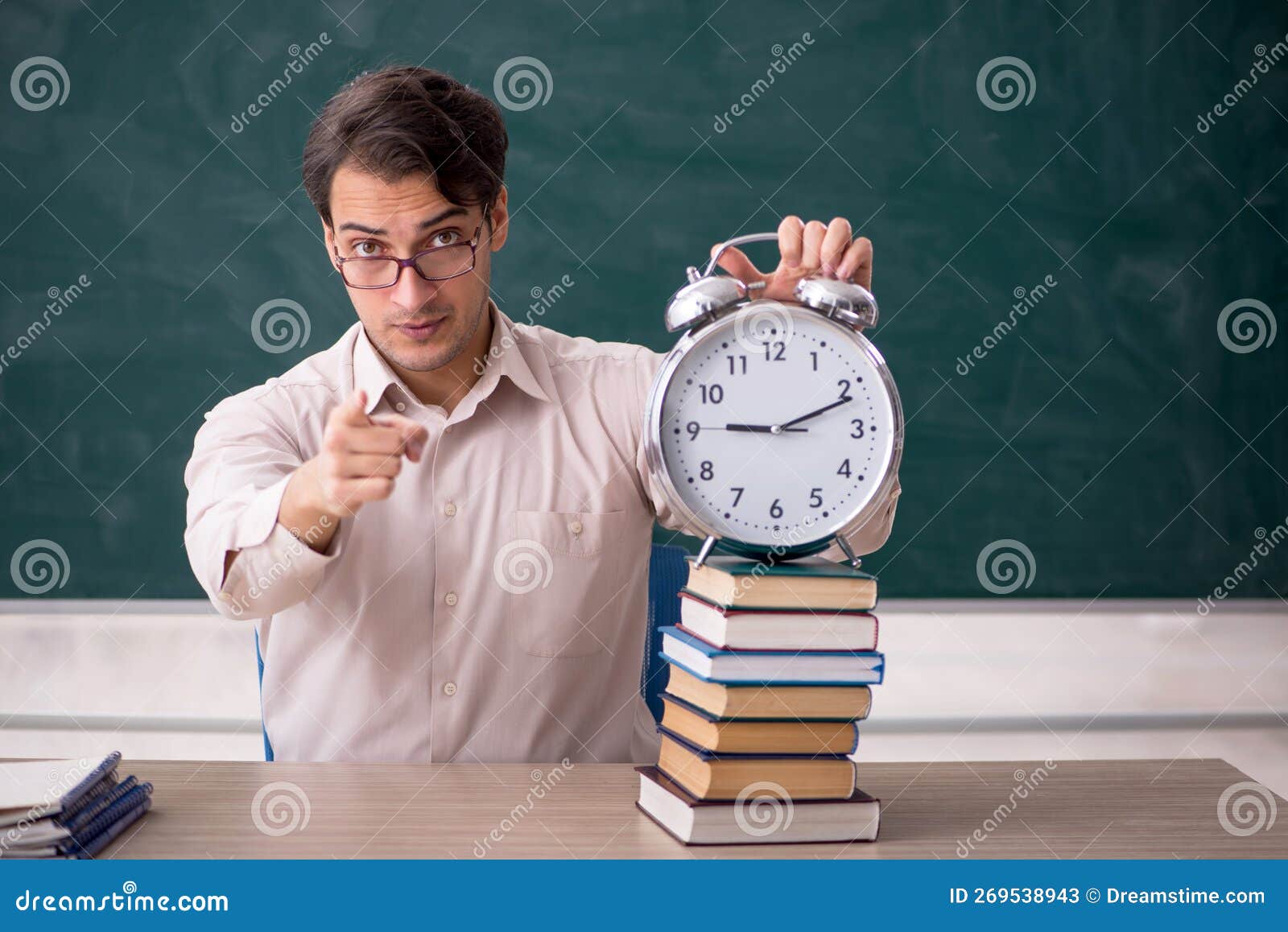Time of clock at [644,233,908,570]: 9:11
